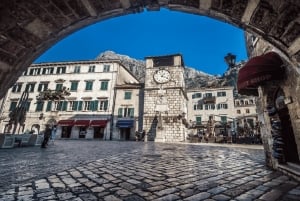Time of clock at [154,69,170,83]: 1:18
